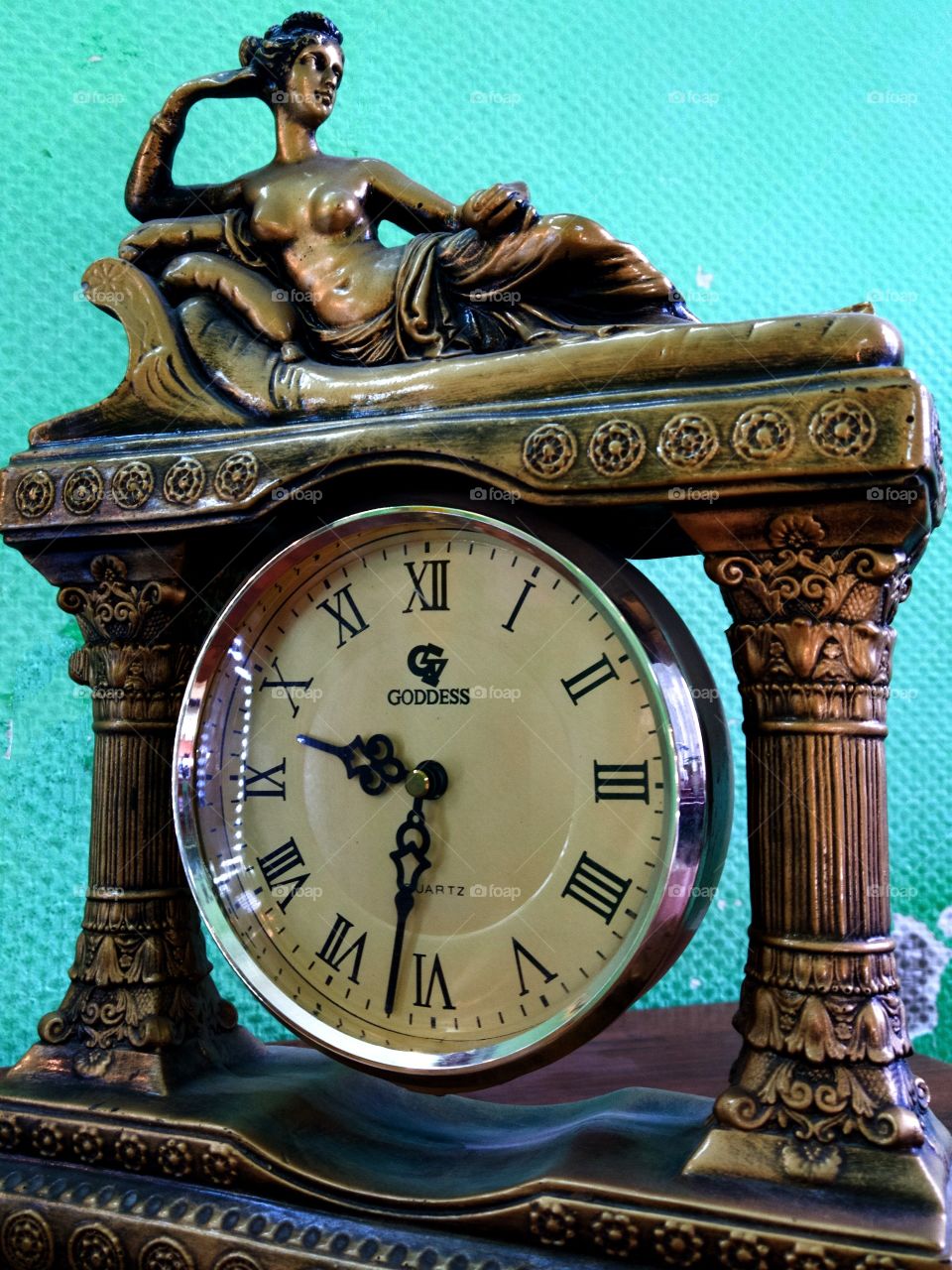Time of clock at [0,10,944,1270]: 9:31
